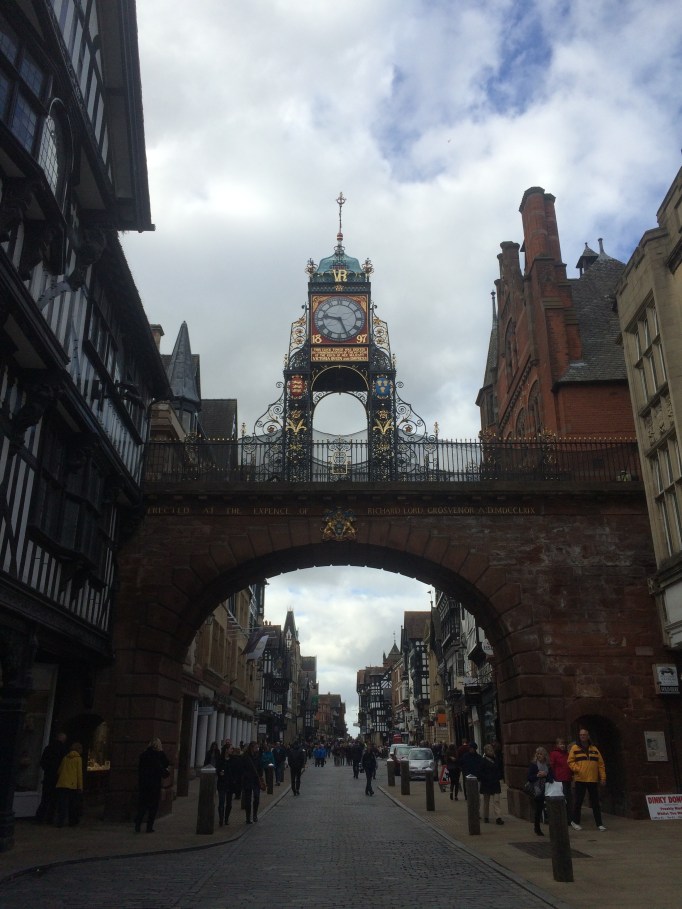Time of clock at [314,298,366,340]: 9:26
